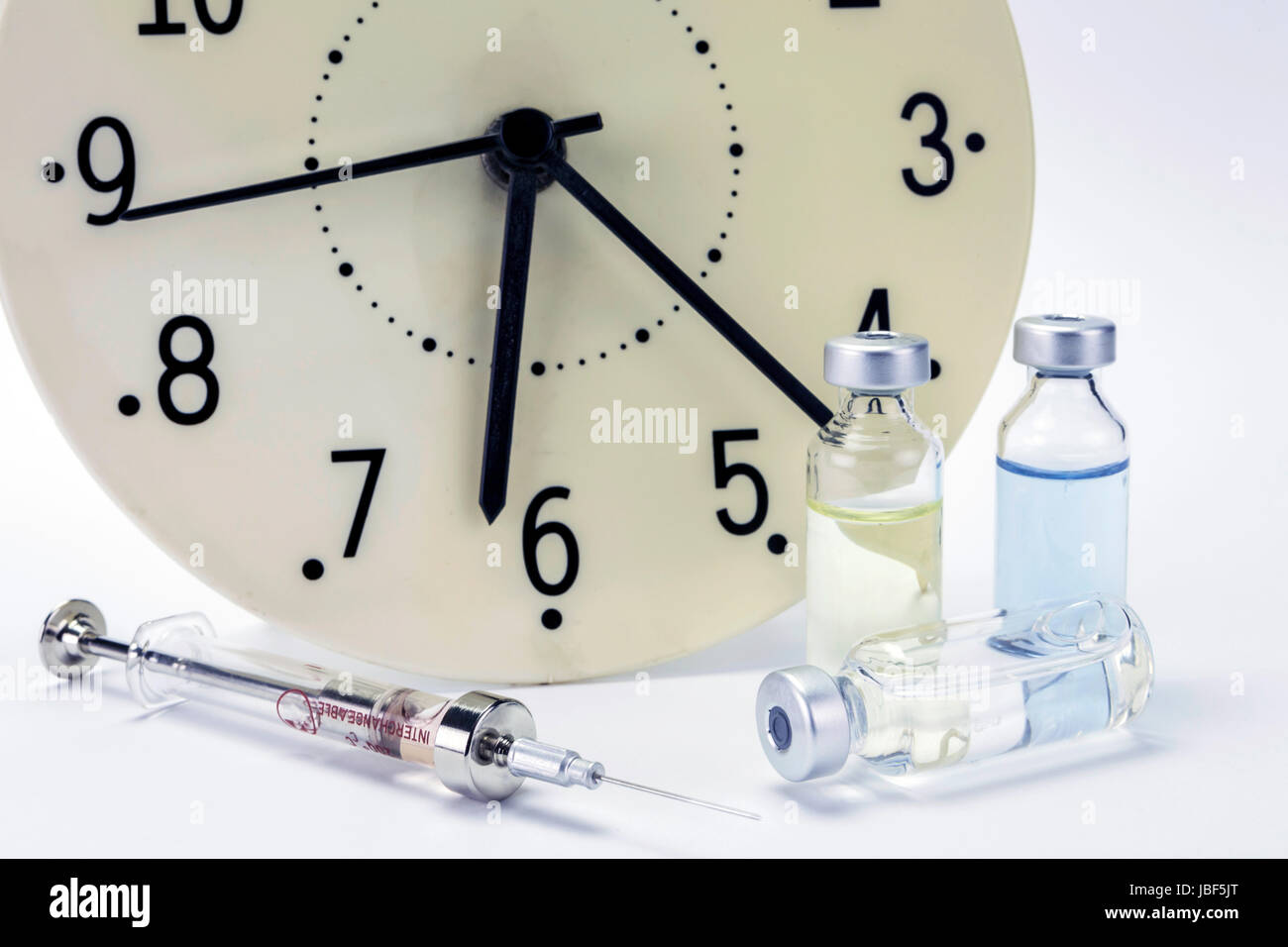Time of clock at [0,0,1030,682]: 6:22
